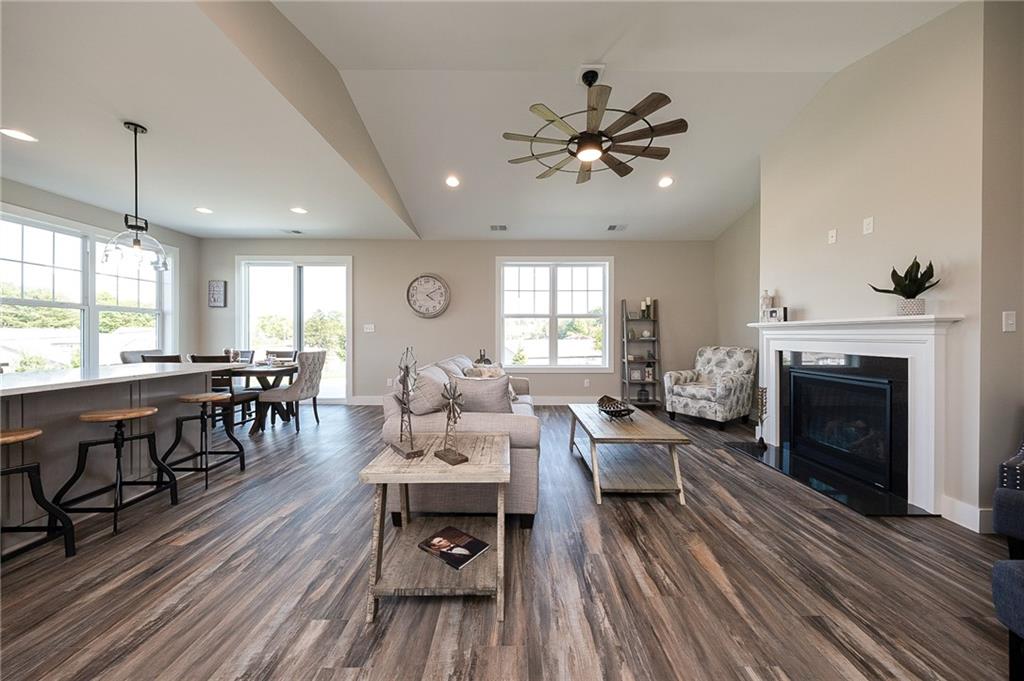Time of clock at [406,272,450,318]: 4:09
